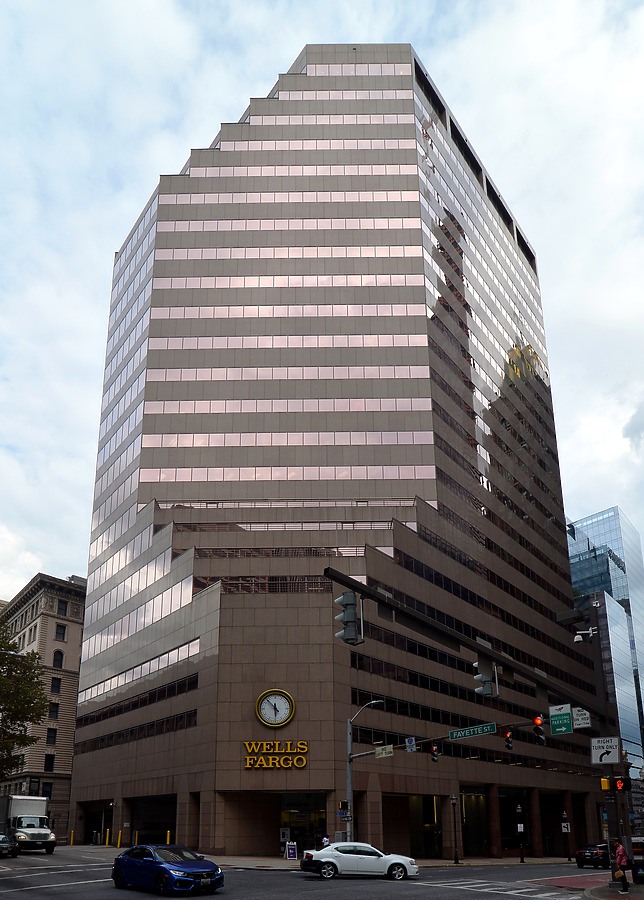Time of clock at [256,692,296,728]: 5:53
